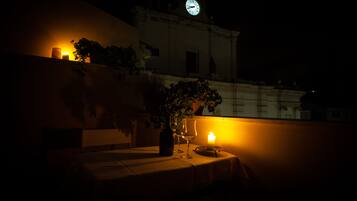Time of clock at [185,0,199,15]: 8:41
